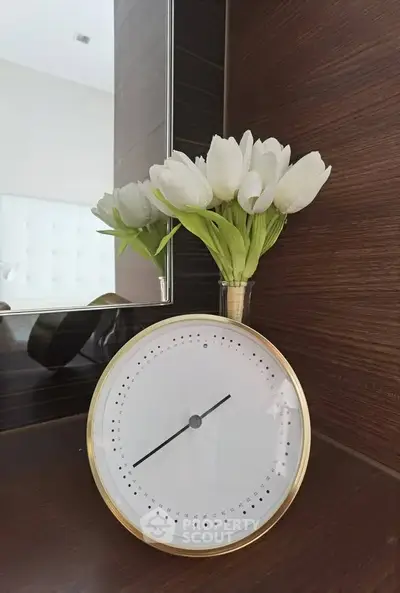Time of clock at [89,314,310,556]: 1:38
